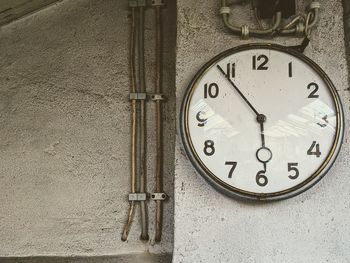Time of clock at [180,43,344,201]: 5:53
